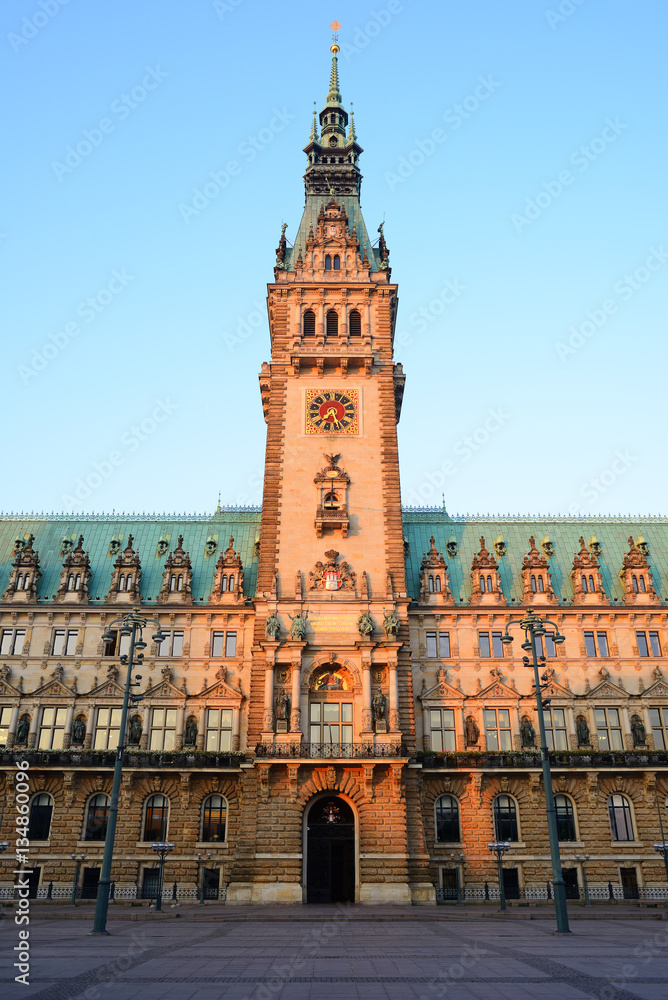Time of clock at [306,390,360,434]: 7:25
